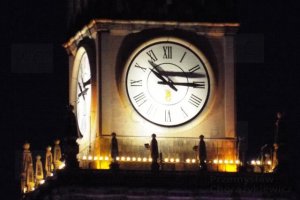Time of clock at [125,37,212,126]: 10:14
